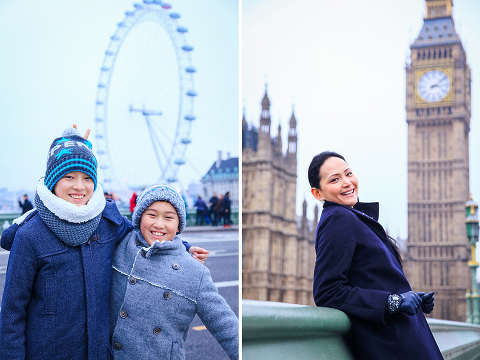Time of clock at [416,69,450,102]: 3:09
